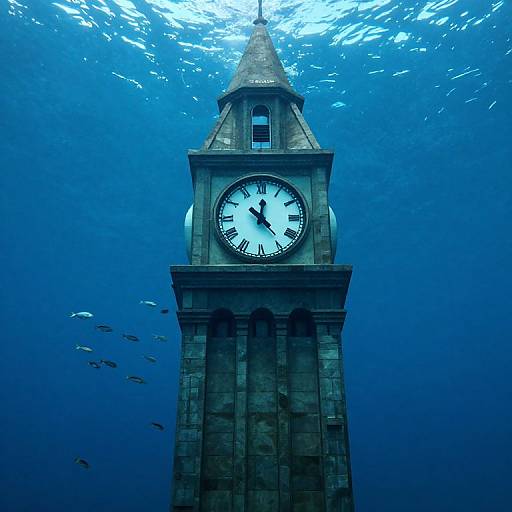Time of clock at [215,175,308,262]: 12:23
